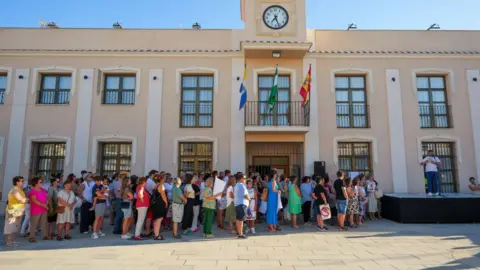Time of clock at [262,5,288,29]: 7:26
